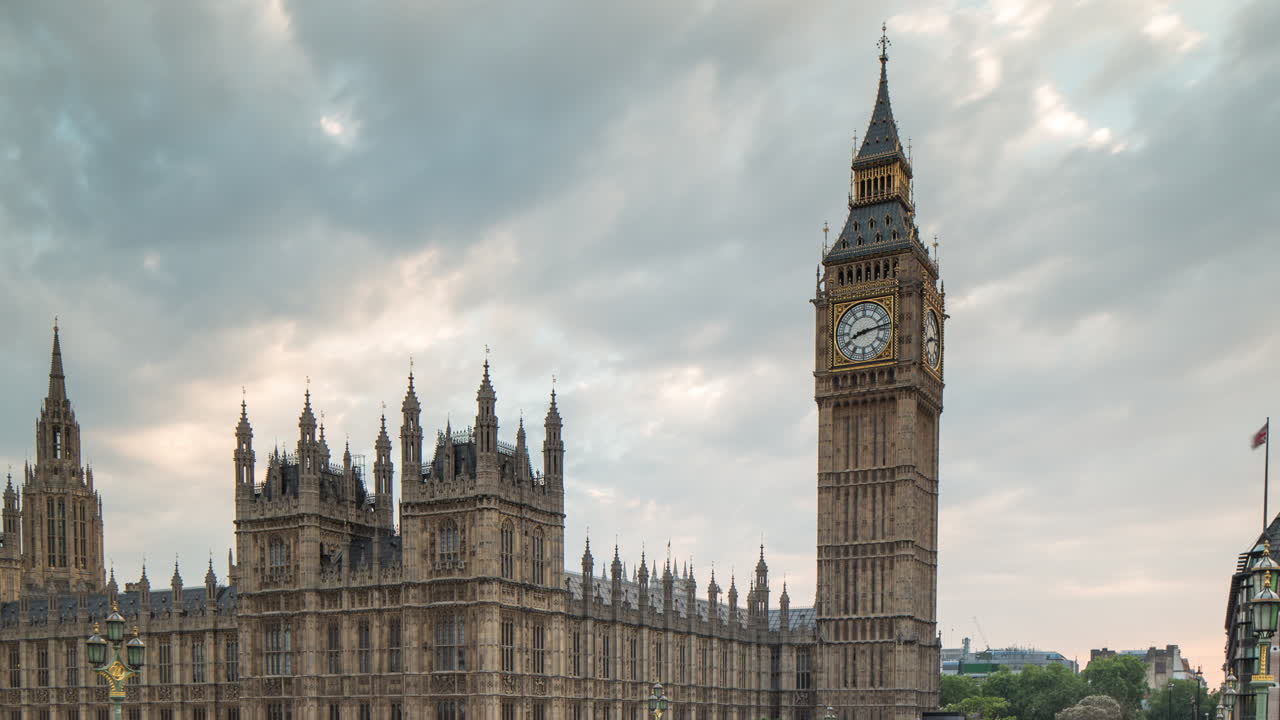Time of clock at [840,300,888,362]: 8:13
